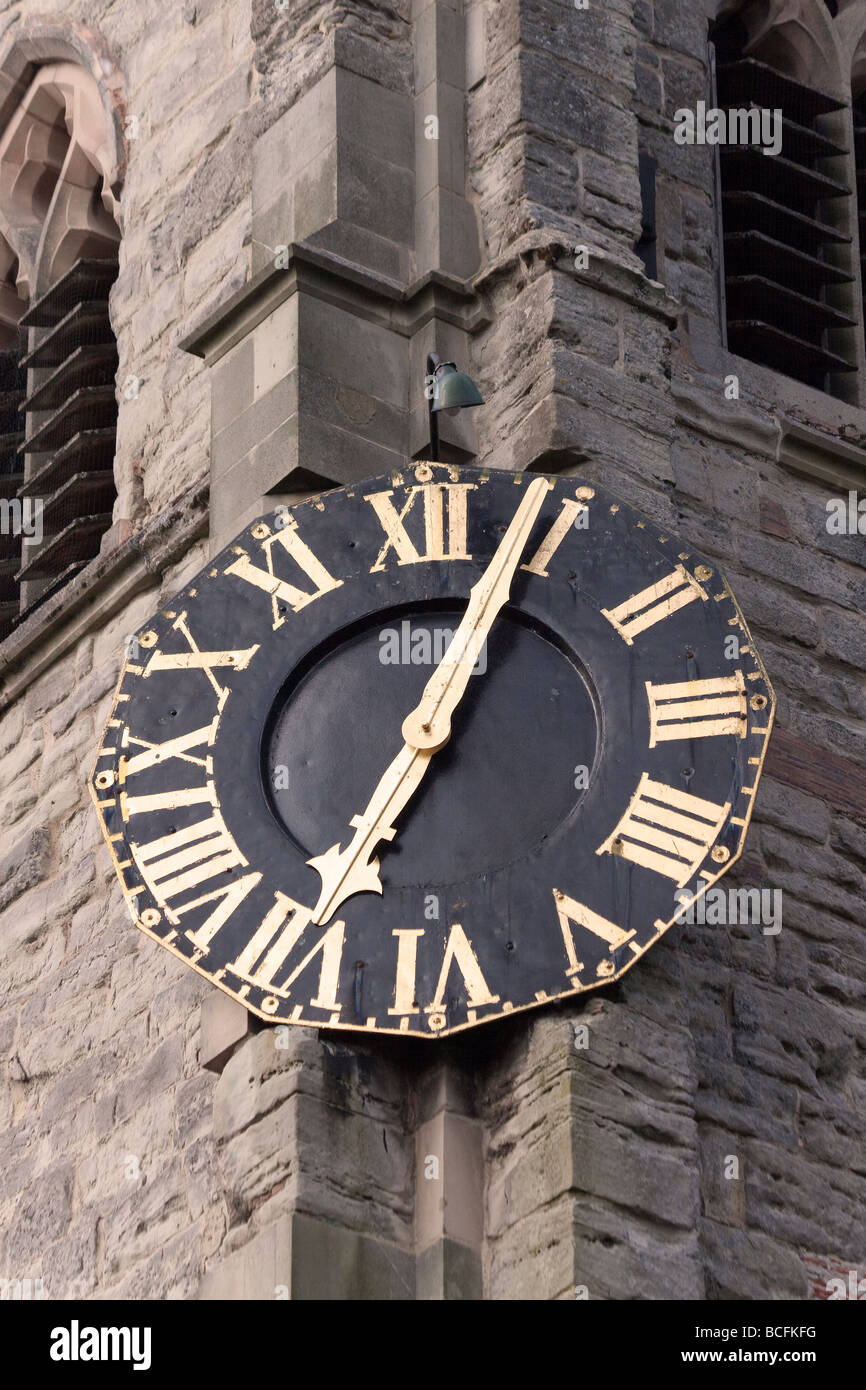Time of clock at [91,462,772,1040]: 7:04
